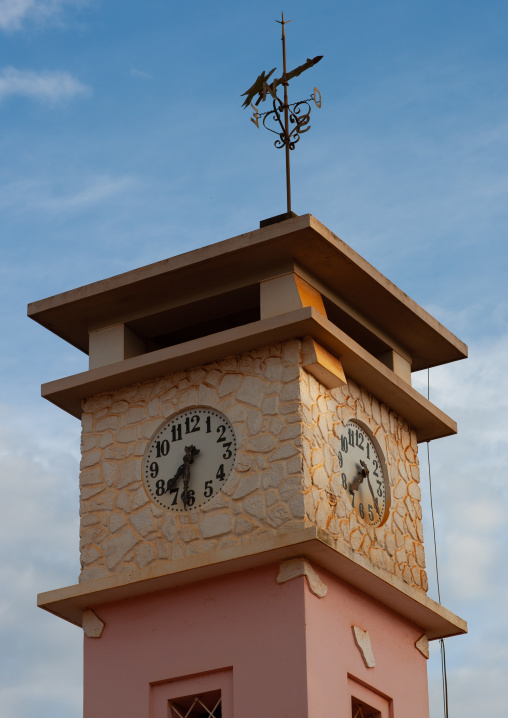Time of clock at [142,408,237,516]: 7:31
